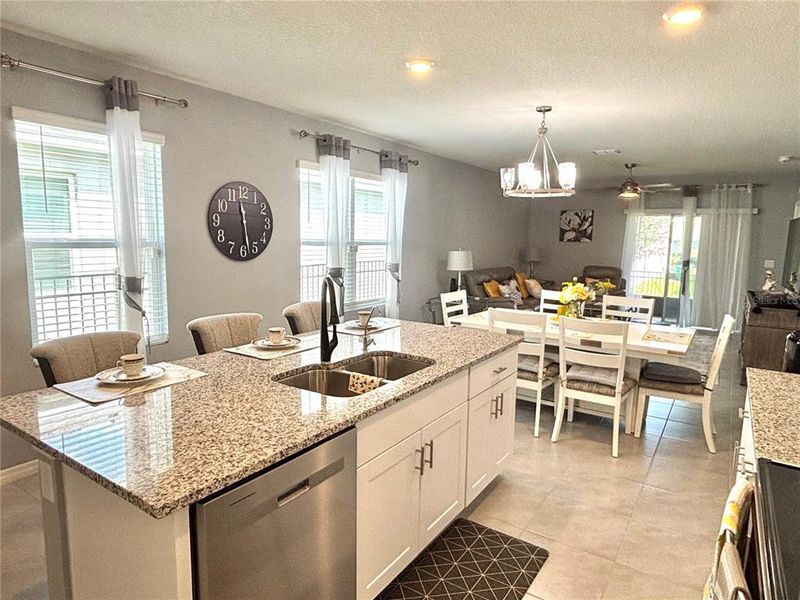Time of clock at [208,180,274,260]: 11:28
